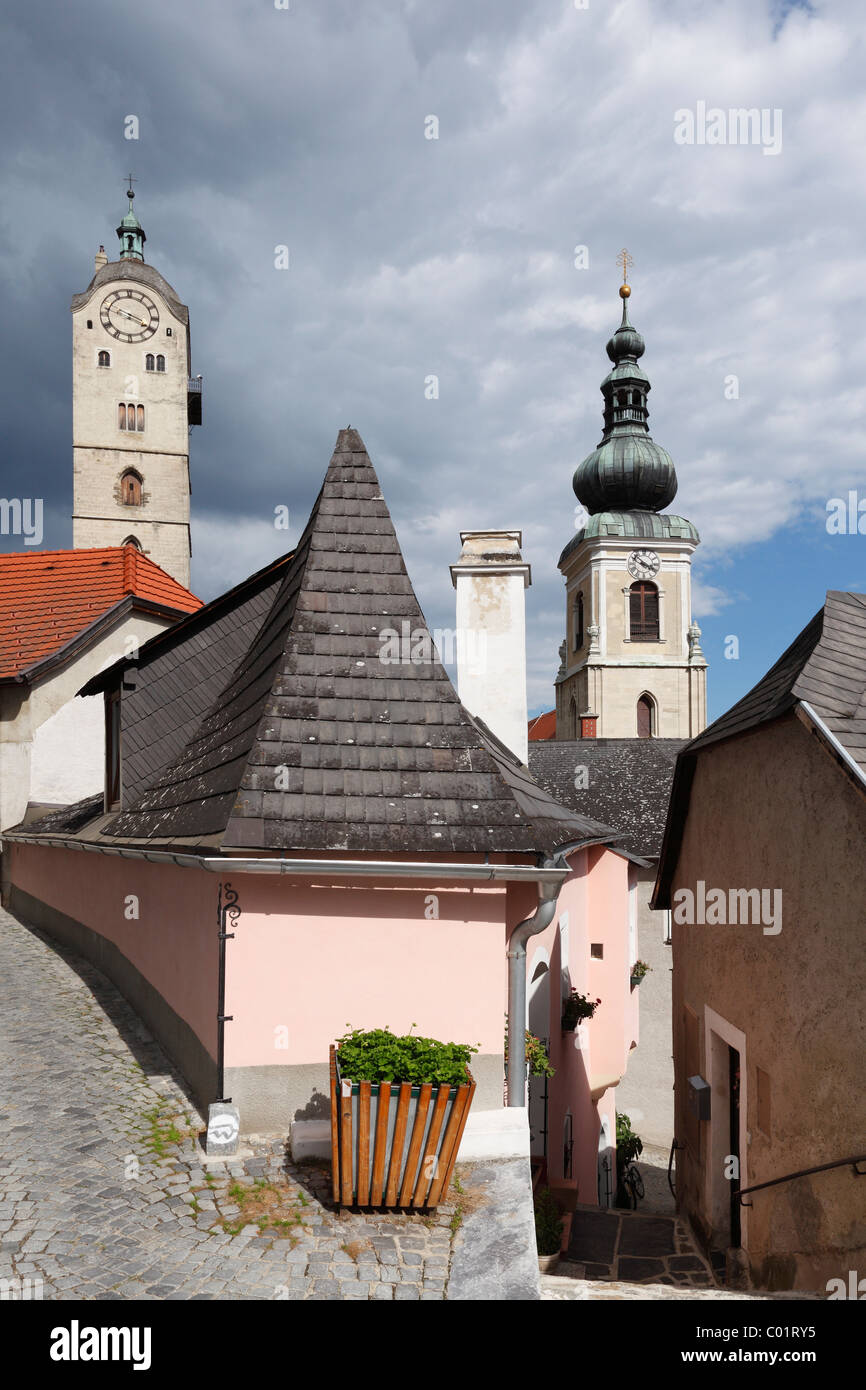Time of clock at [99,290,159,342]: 3:48
